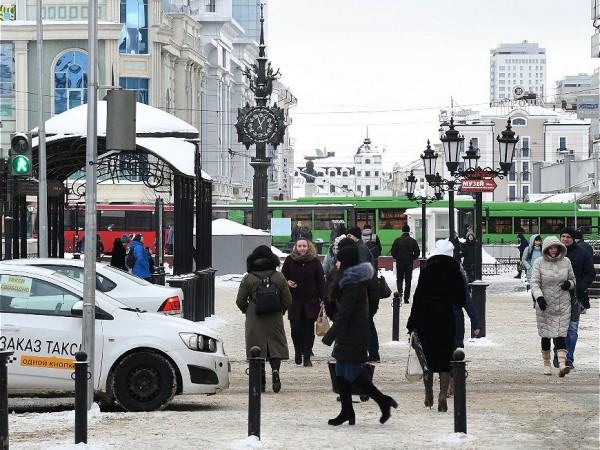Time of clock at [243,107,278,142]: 12:07
